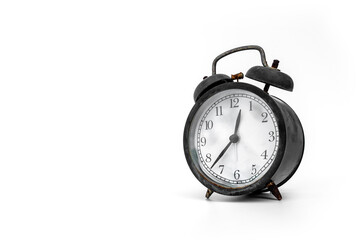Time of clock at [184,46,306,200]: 12:37
